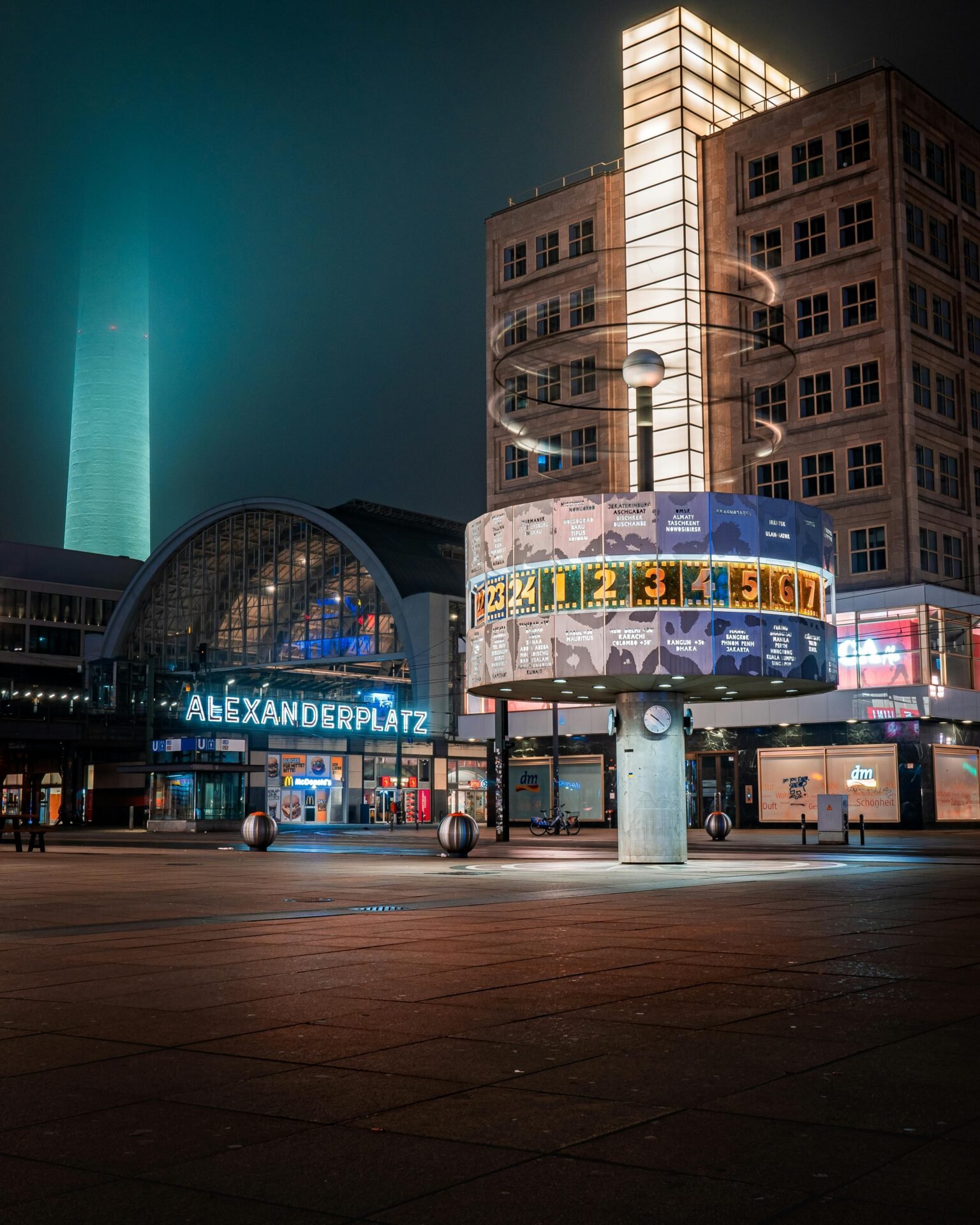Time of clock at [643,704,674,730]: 10:22
